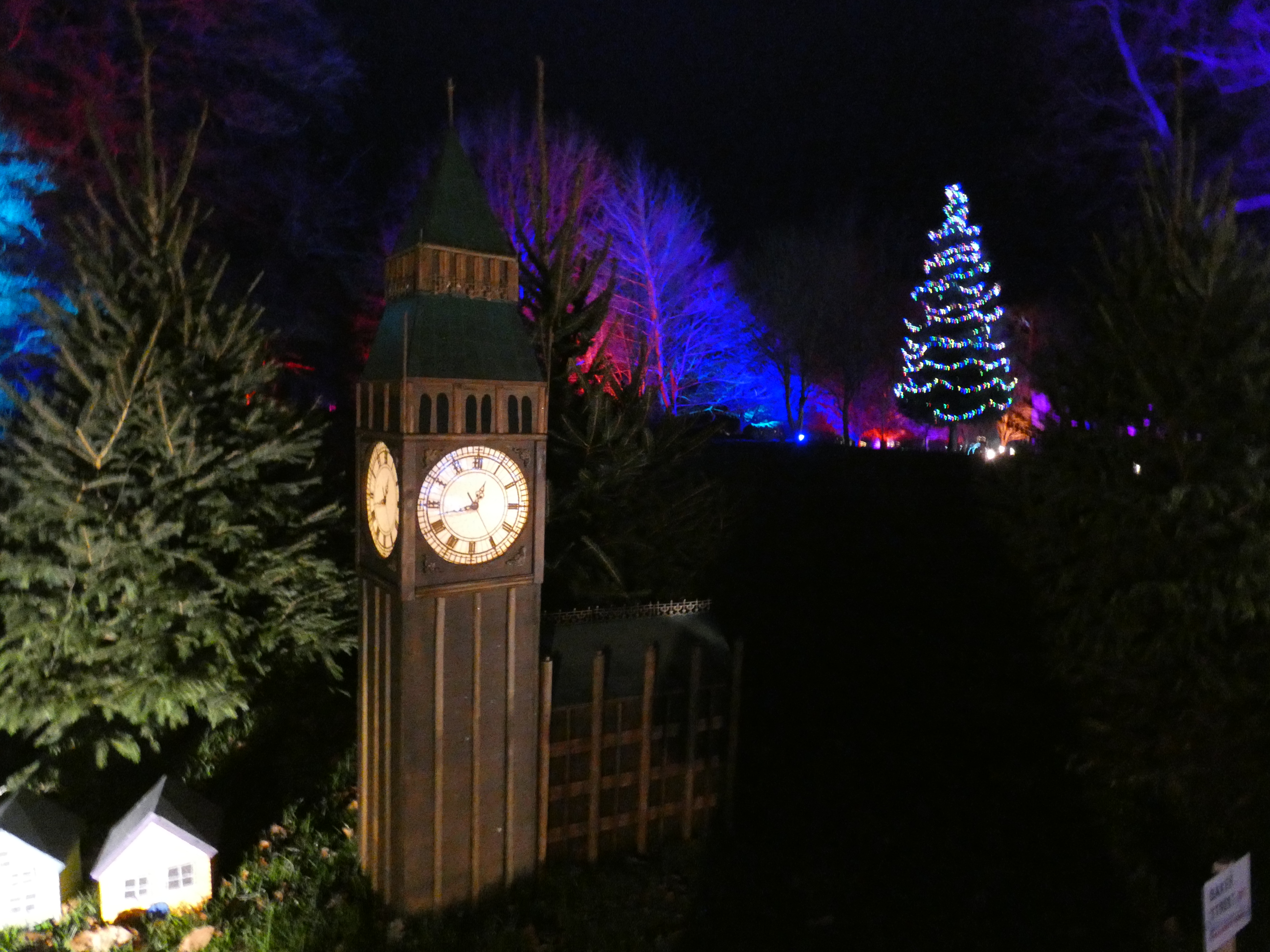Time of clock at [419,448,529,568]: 12:42
